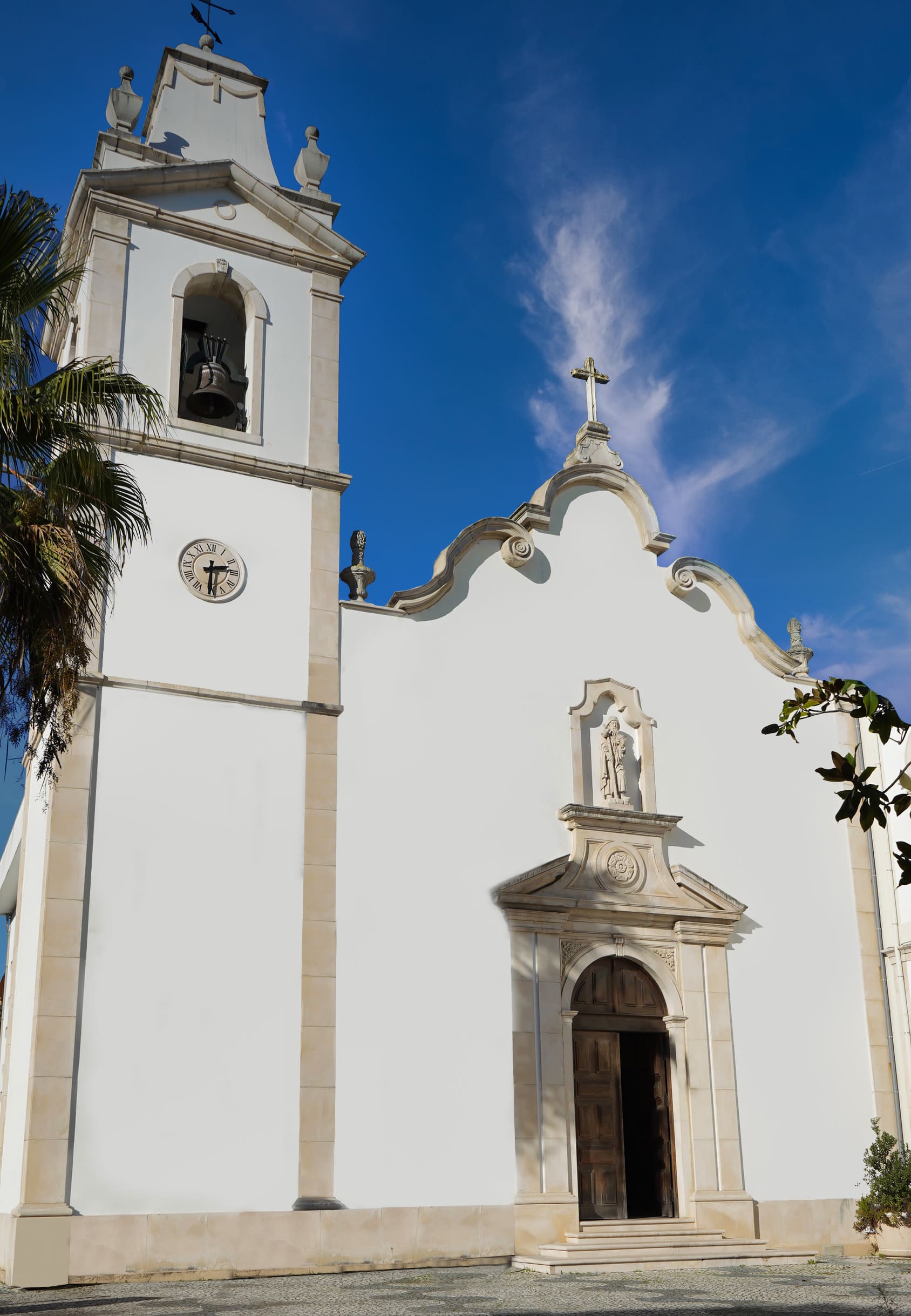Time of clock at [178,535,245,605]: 2:30
